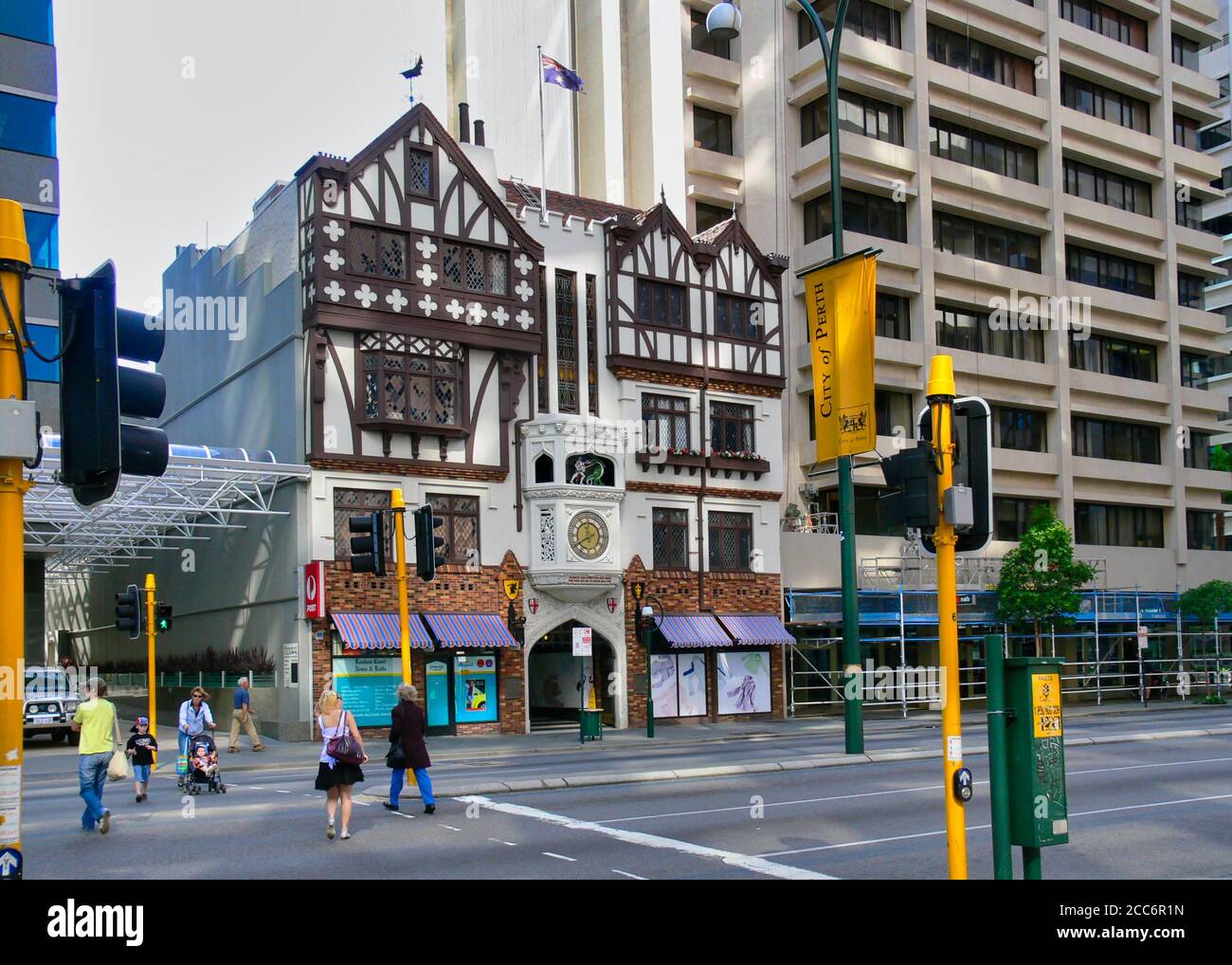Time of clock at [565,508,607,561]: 11:40
